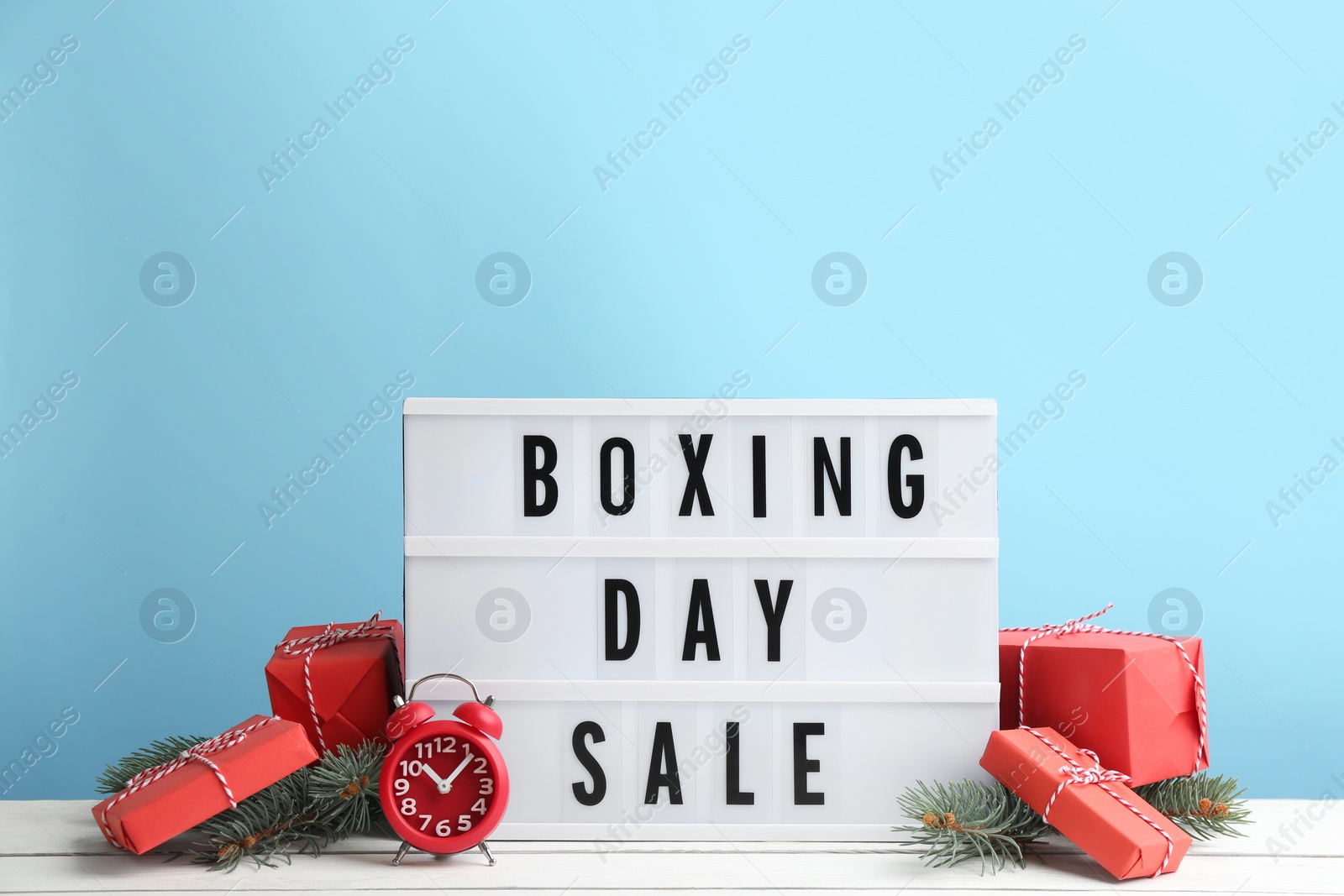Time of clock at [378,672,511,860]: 10:07
